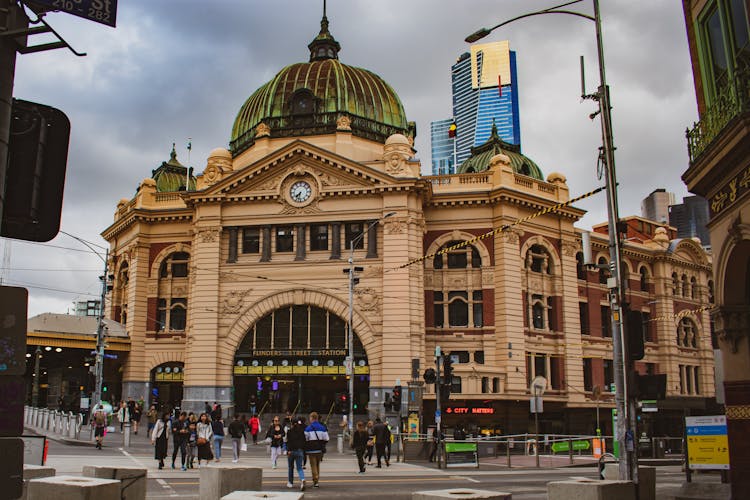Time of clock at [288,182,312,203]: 7:32
